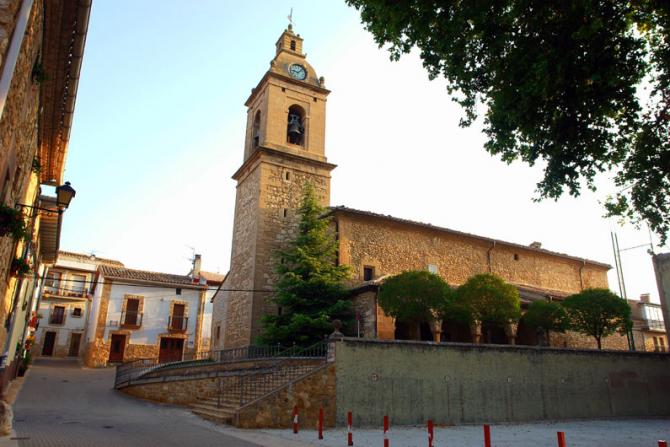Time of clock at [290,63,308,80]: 9:07
